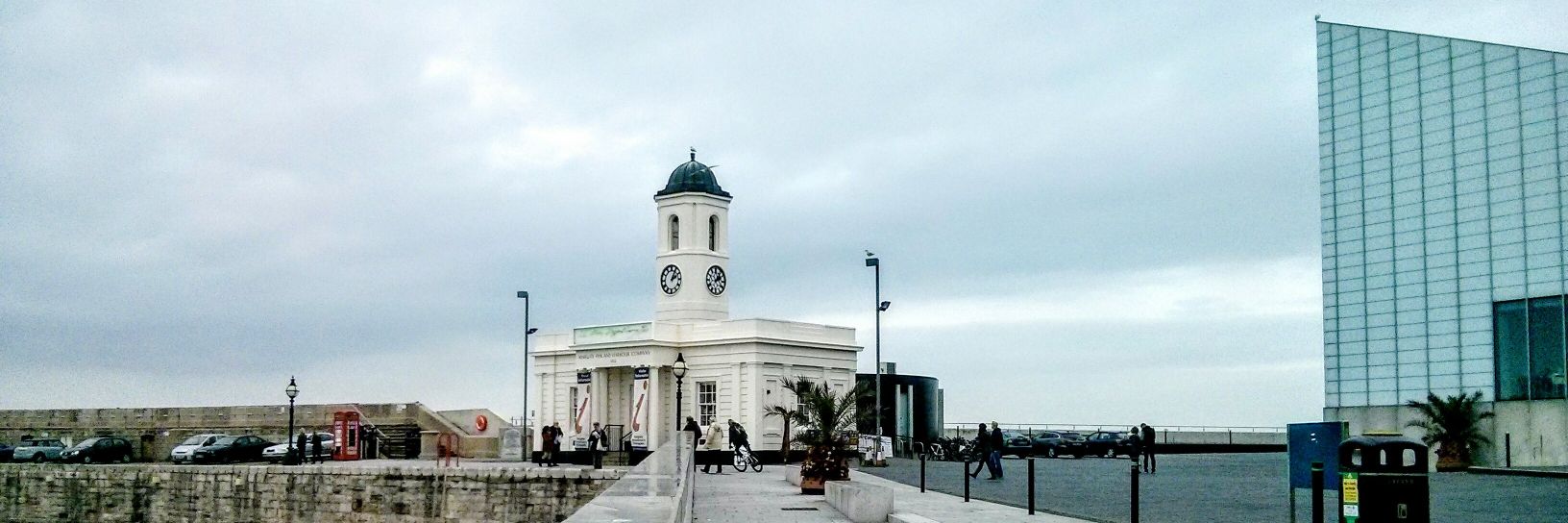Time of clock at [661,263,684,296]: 2:04
